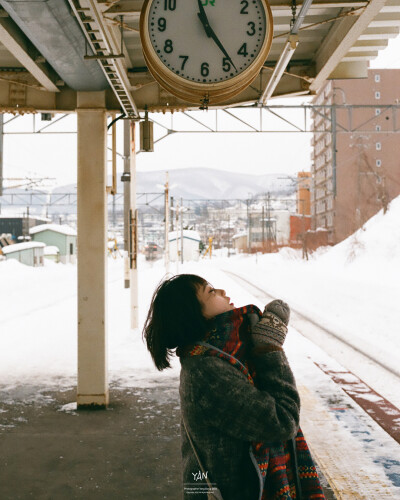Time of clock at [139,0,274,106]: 11:23
